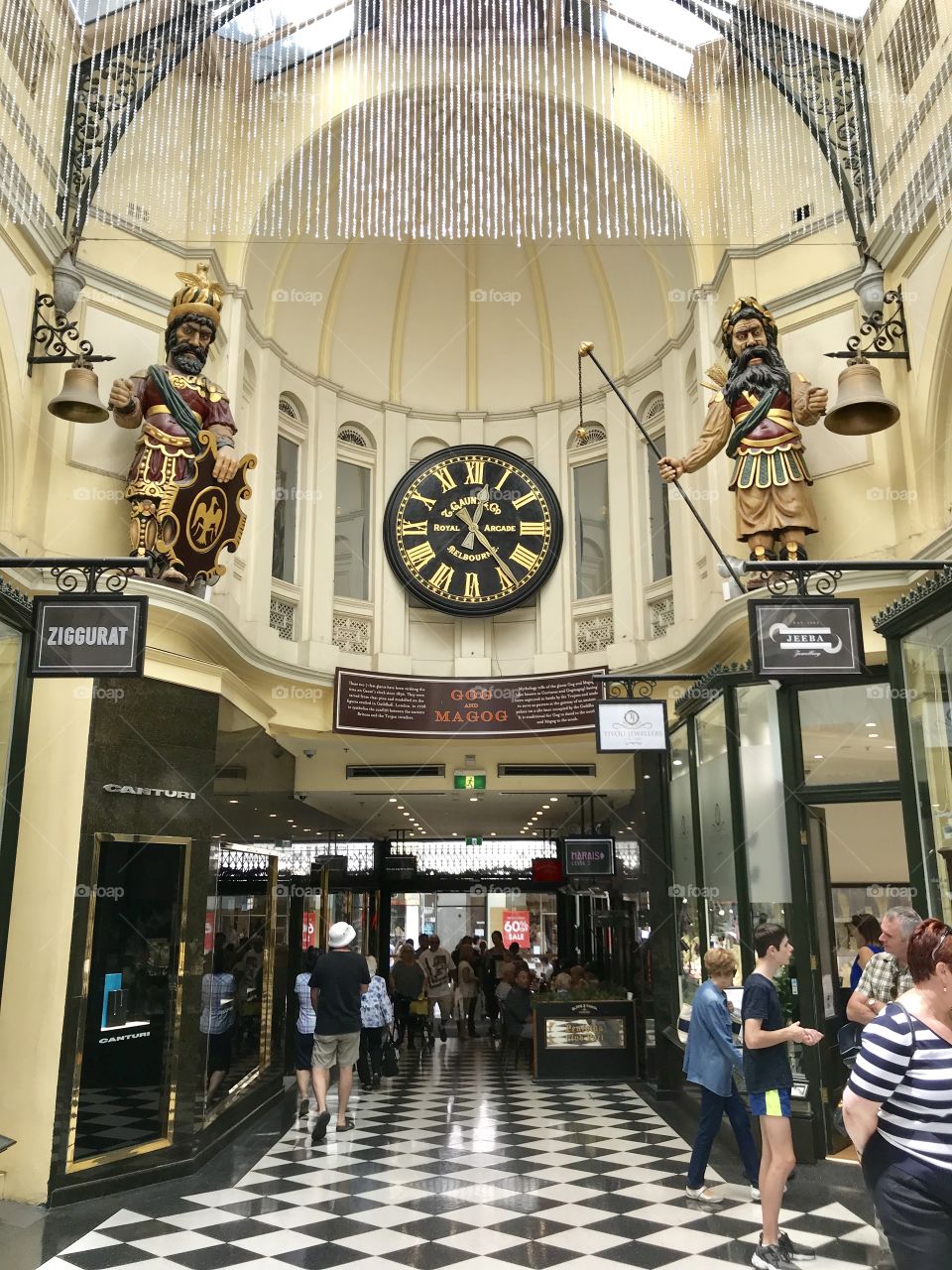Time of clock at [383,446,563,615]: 12:23
